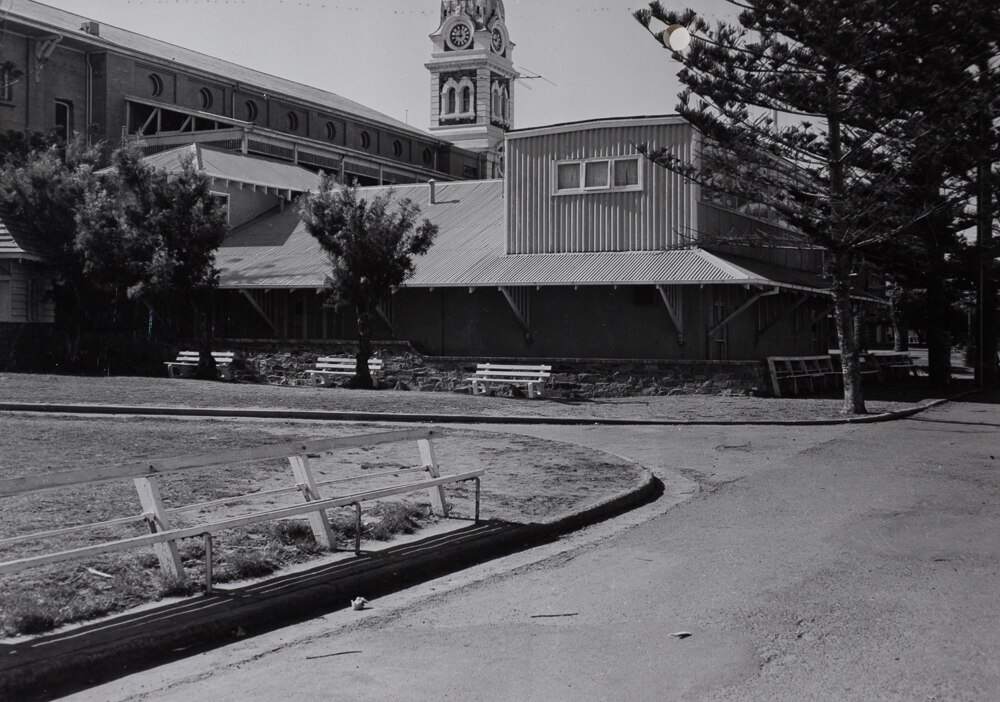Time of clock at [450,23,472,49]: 11:44
